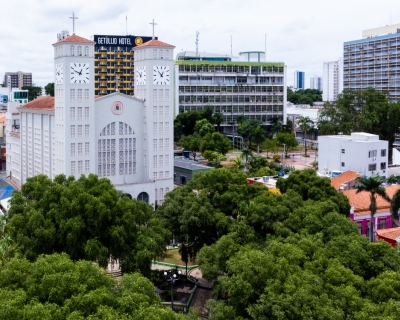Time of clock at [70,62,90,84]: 12:48
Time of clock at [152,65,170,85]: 12:52
